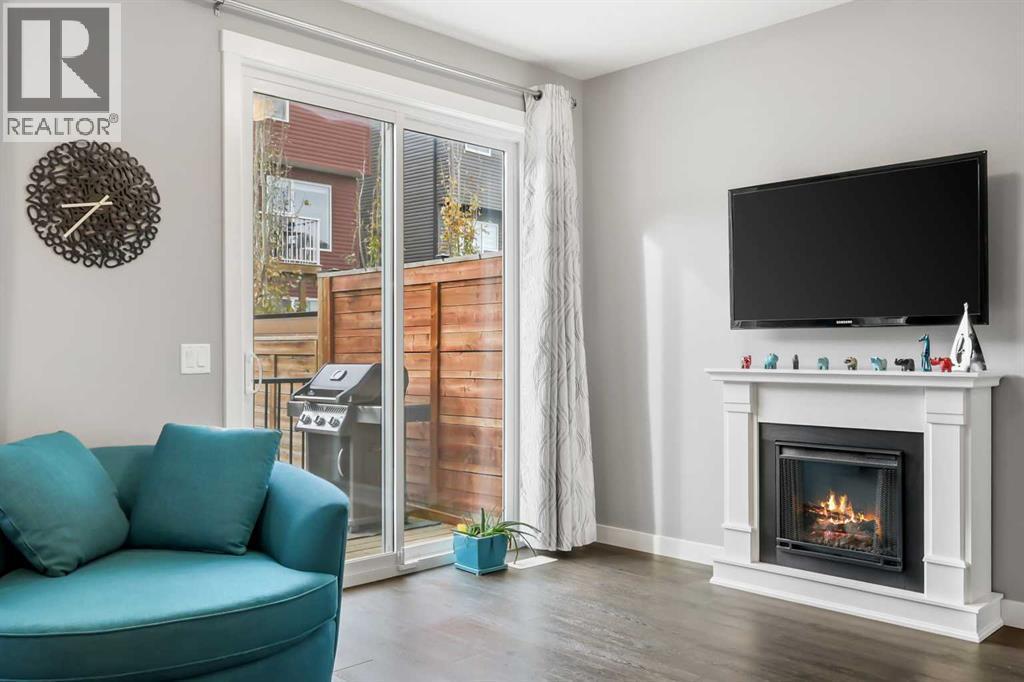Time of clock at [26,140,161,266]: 8:38
